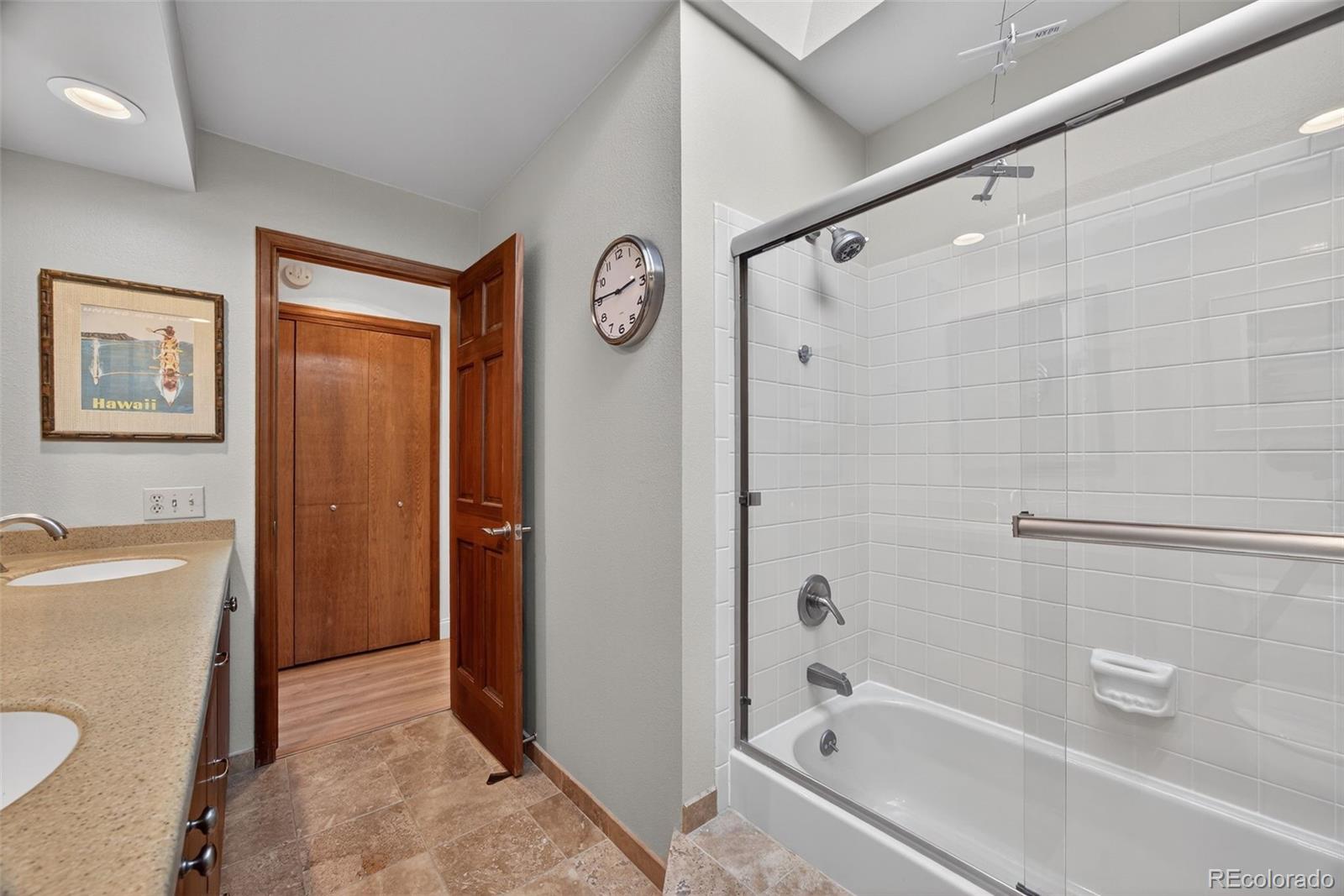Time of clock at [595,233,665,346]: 2:45
